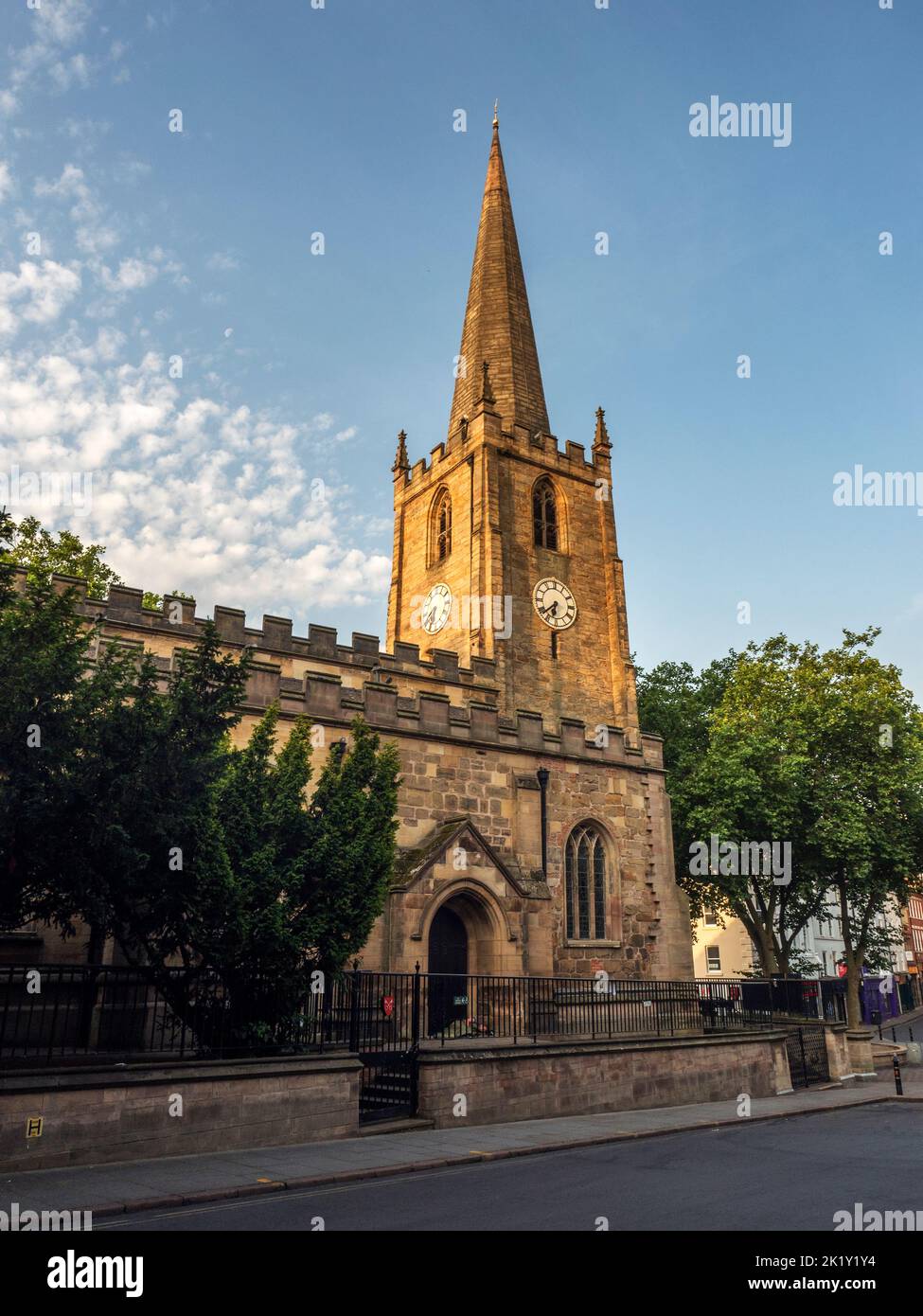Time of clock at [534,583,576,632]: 6:38
